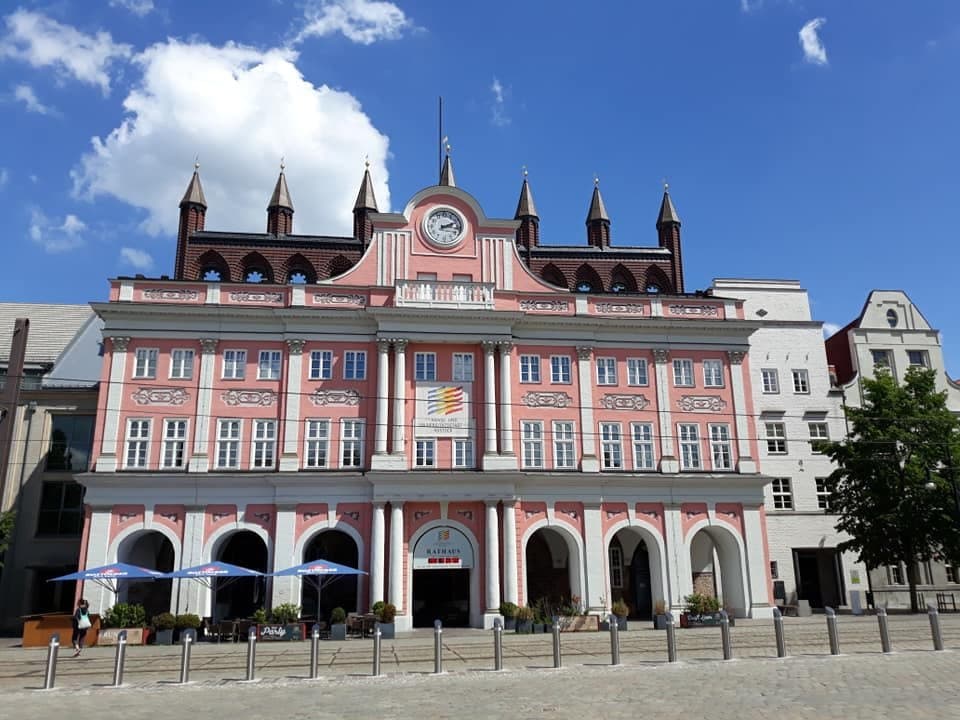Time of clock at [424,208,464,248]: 2:16
